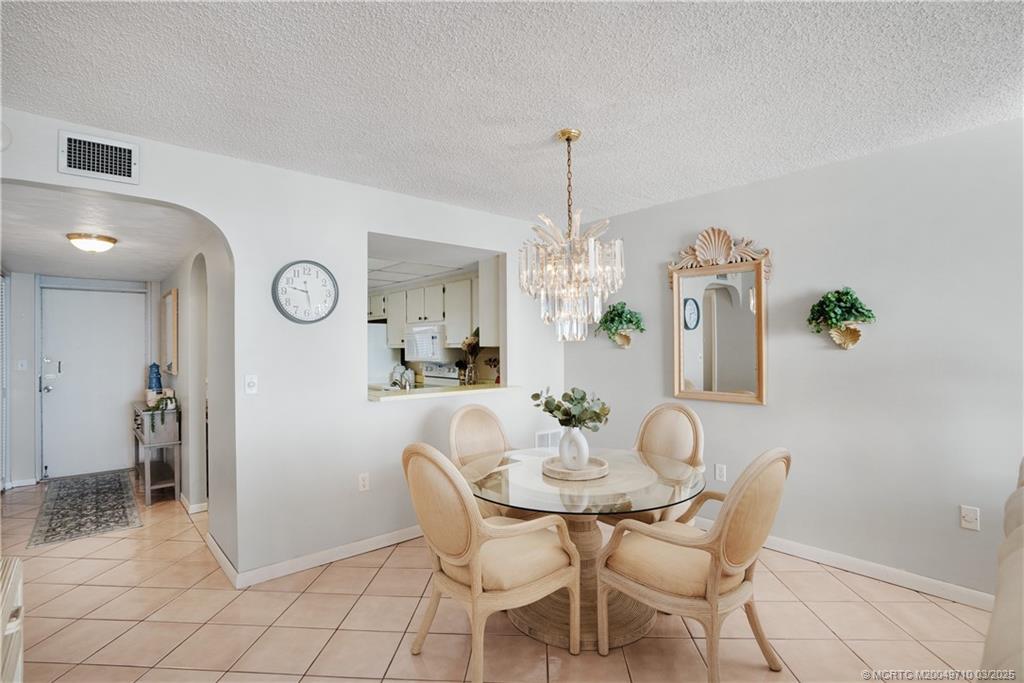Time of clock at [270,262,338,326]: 9:28
